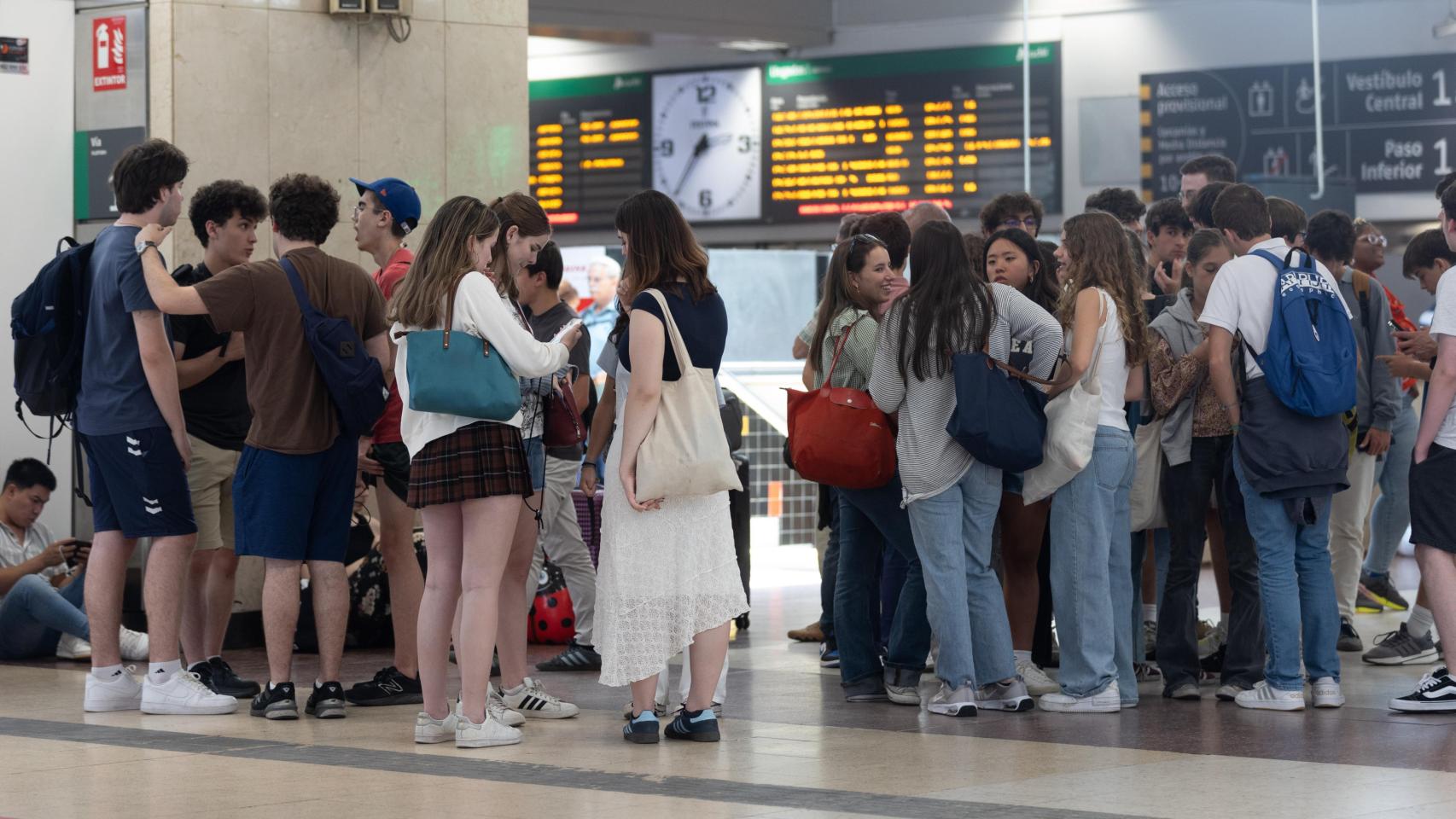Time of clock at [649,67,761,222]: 7:36
